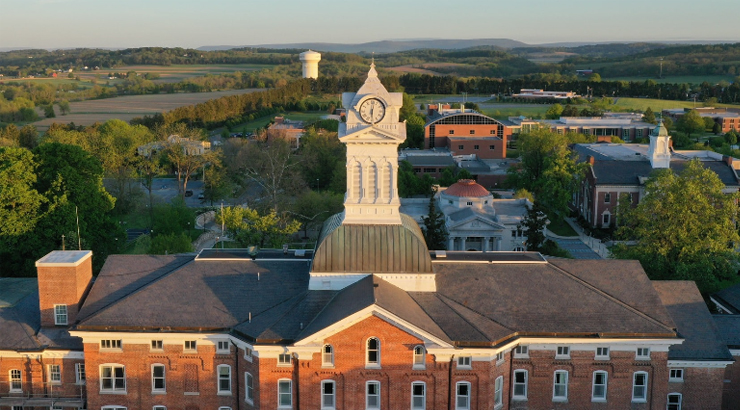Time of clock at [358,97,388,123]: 6:01
